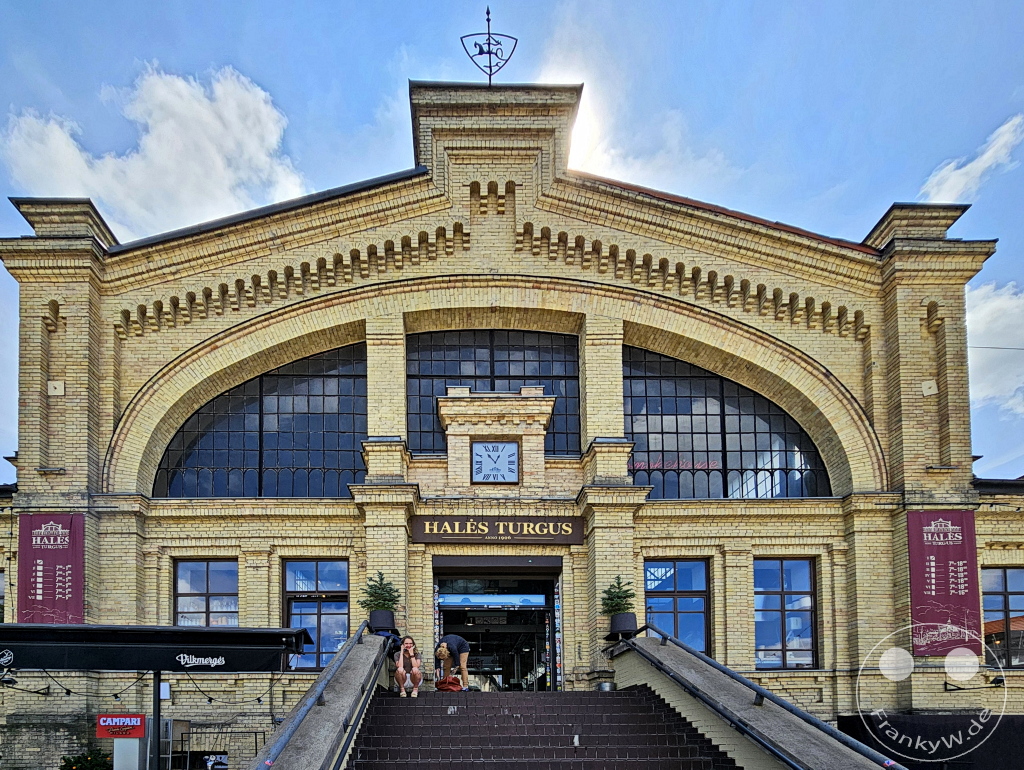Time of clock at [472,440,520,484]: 12:53
